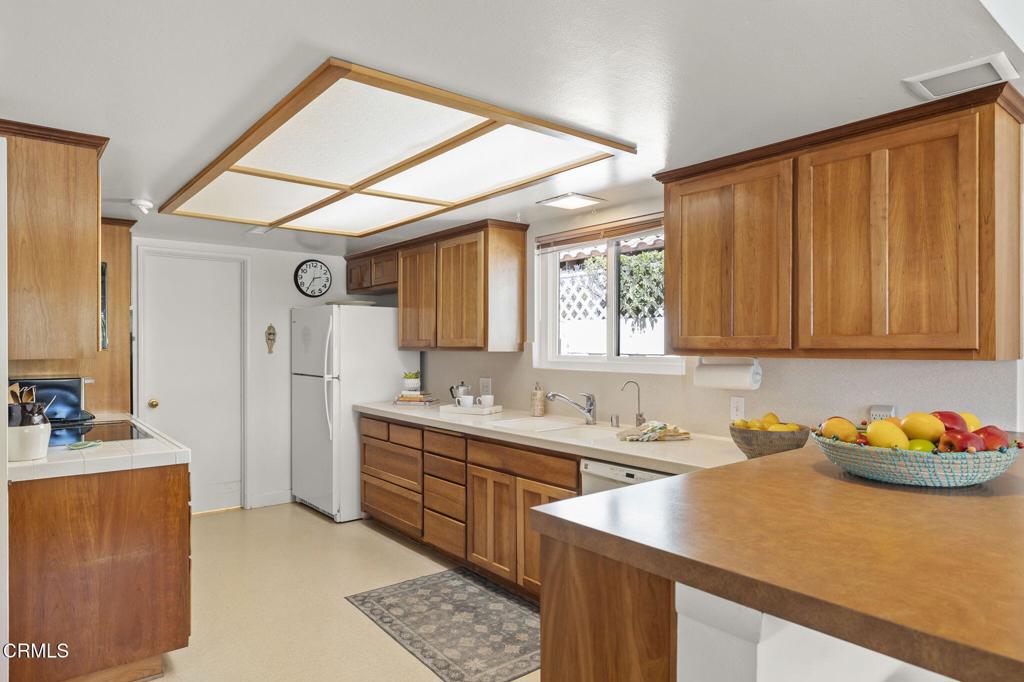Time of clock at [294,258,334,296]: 2:34
